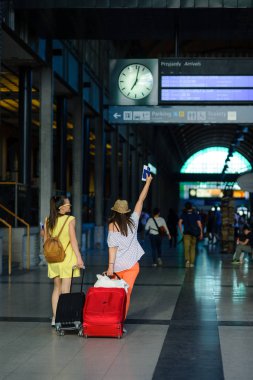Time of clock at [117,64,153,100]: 7:01
